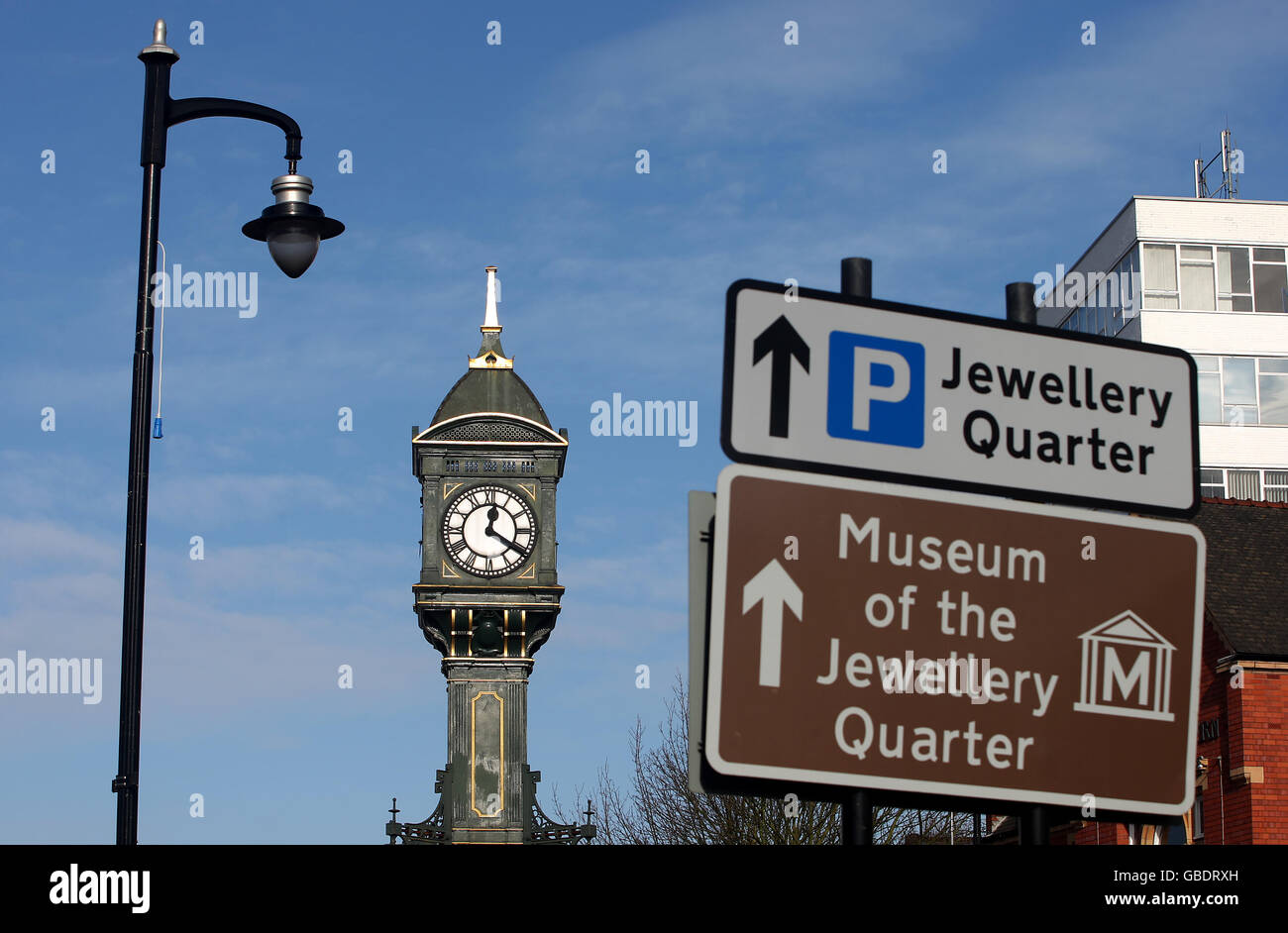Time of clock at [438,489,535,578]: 12:20
